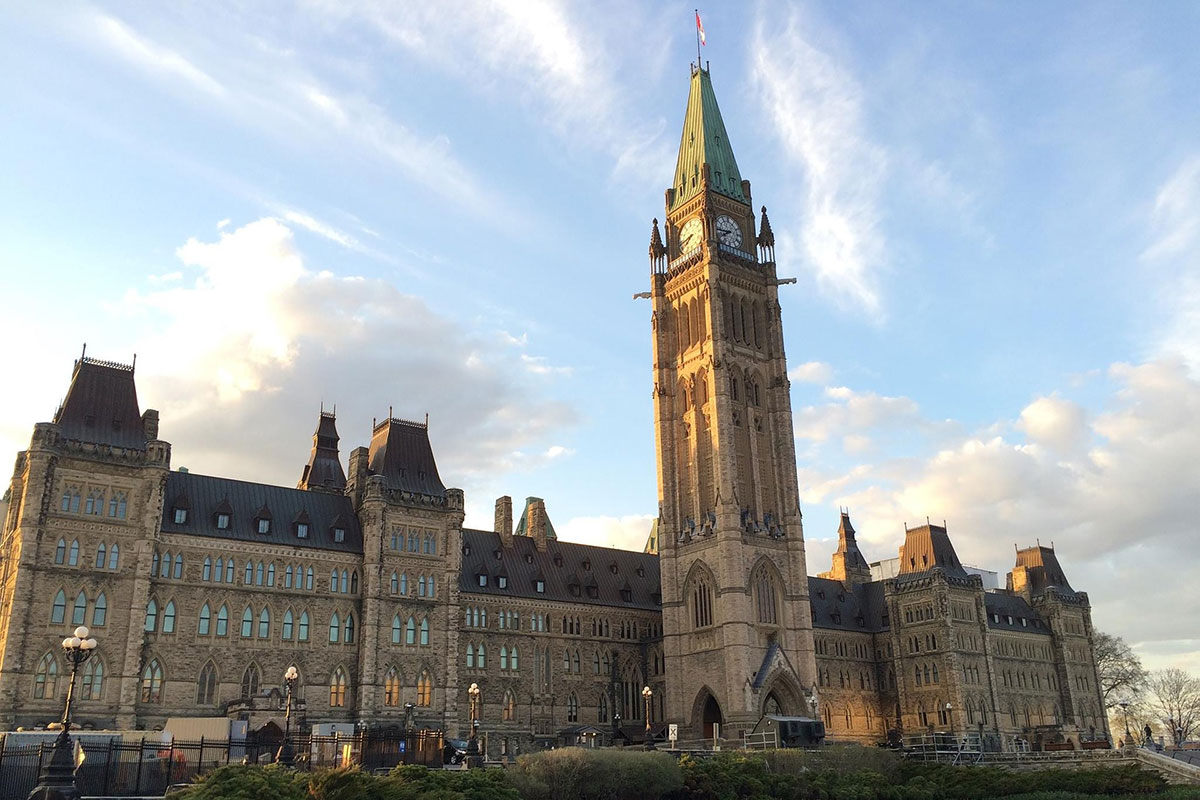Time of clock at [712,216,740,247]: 7:43
